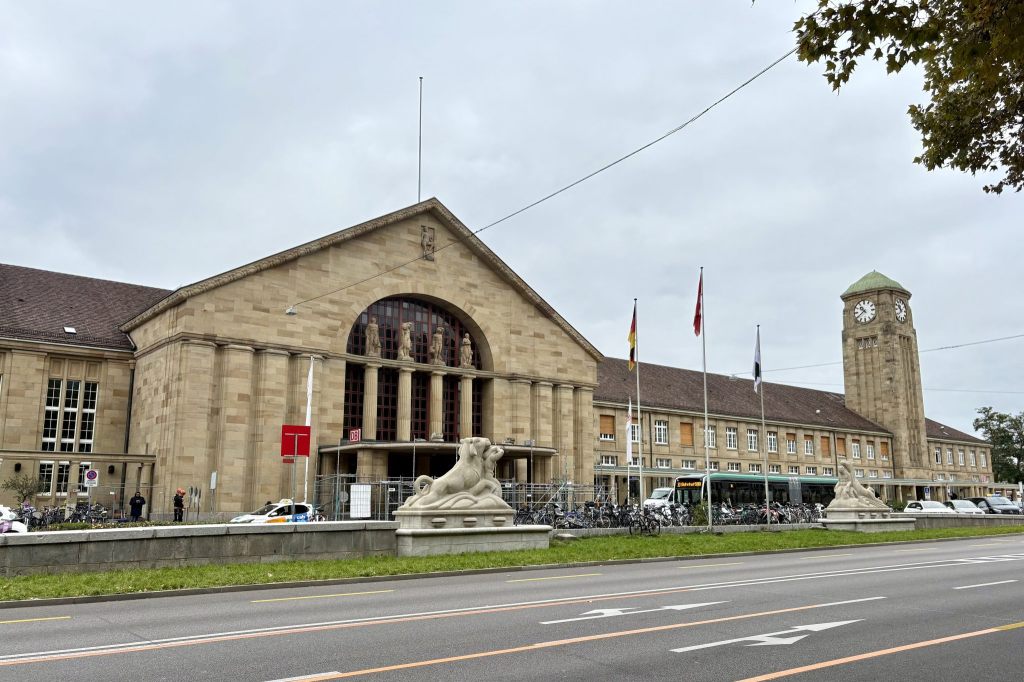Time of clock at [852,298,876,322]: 10:39
